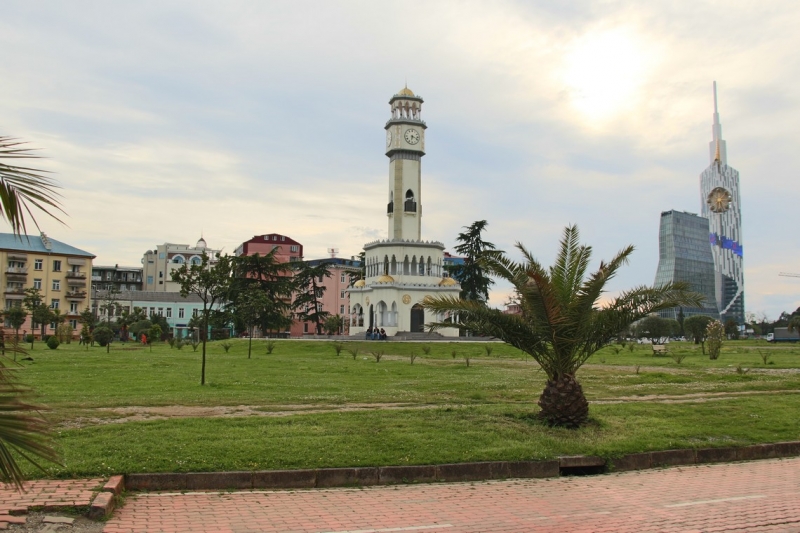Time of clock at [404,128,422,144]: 6:17
